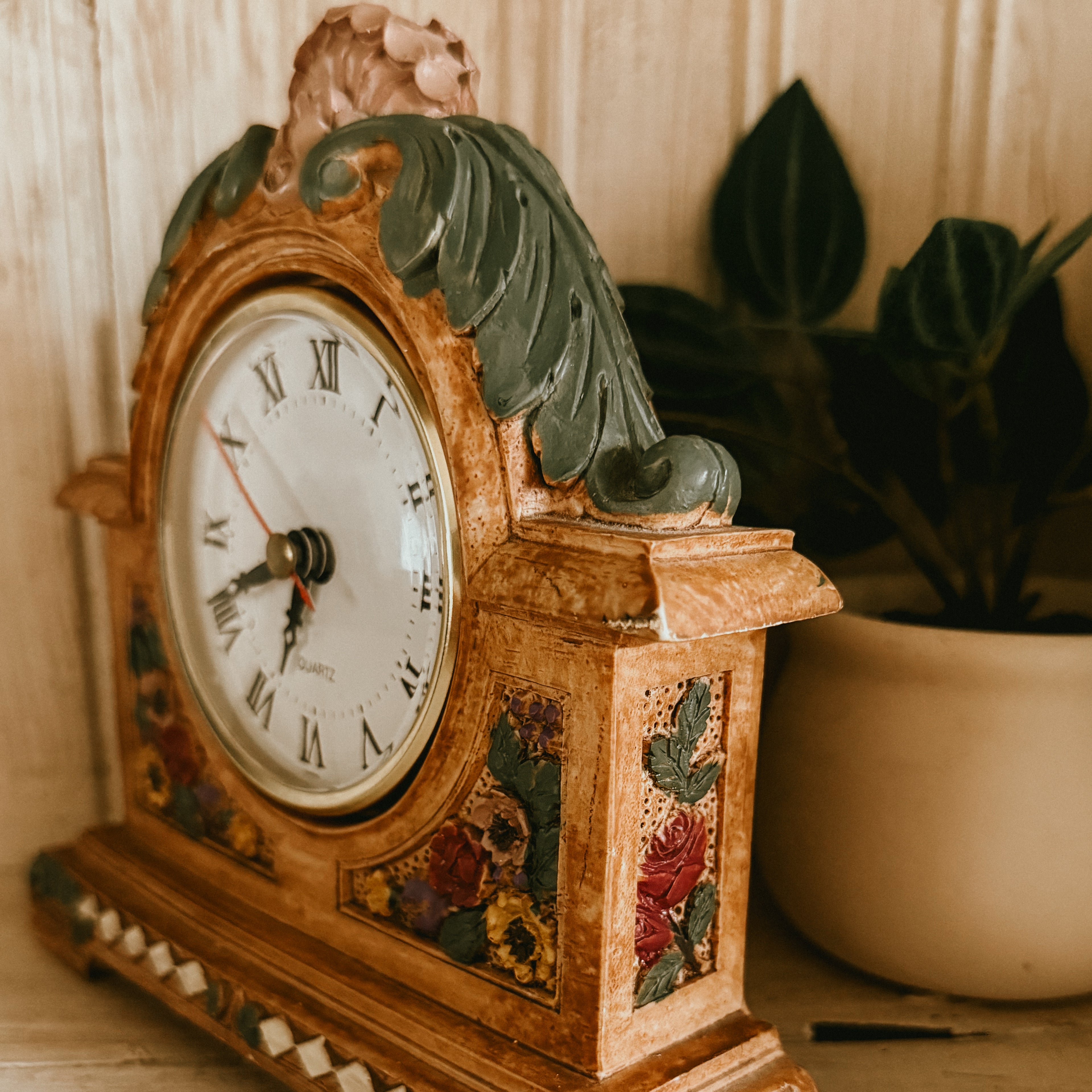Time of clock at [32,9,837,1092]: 6:41
